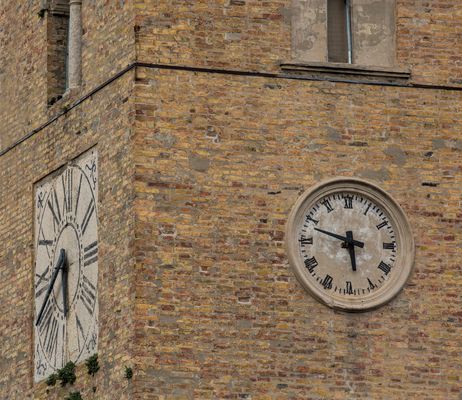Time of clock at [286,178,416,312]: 5:48
